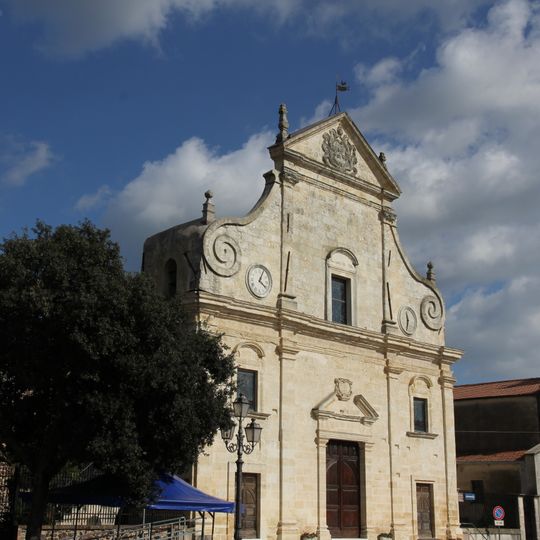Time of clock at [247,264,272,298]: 4:04
